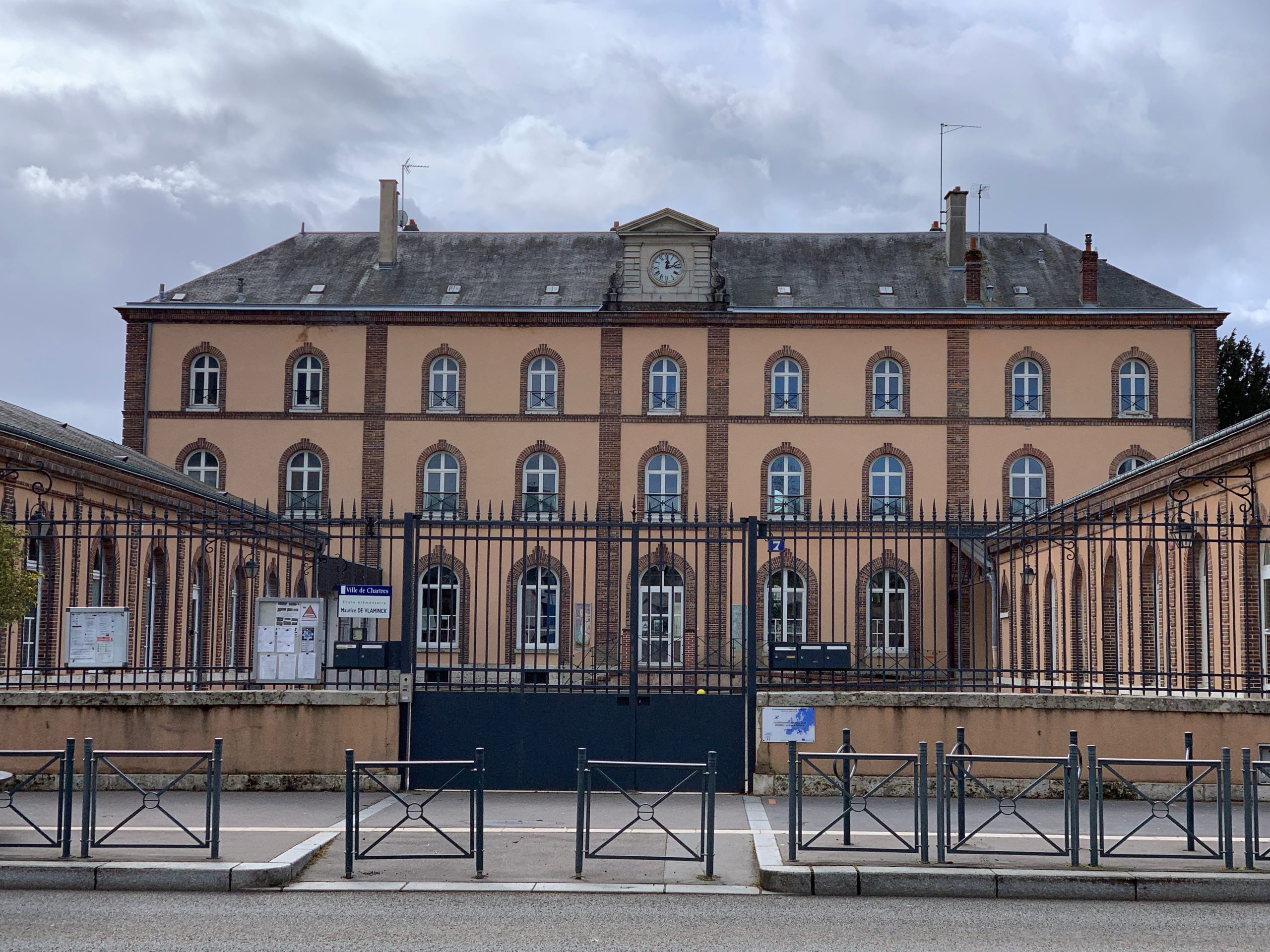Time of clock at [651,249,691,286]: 12:12
